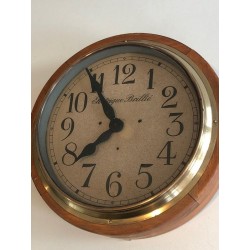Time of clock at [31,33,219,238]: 7:54
